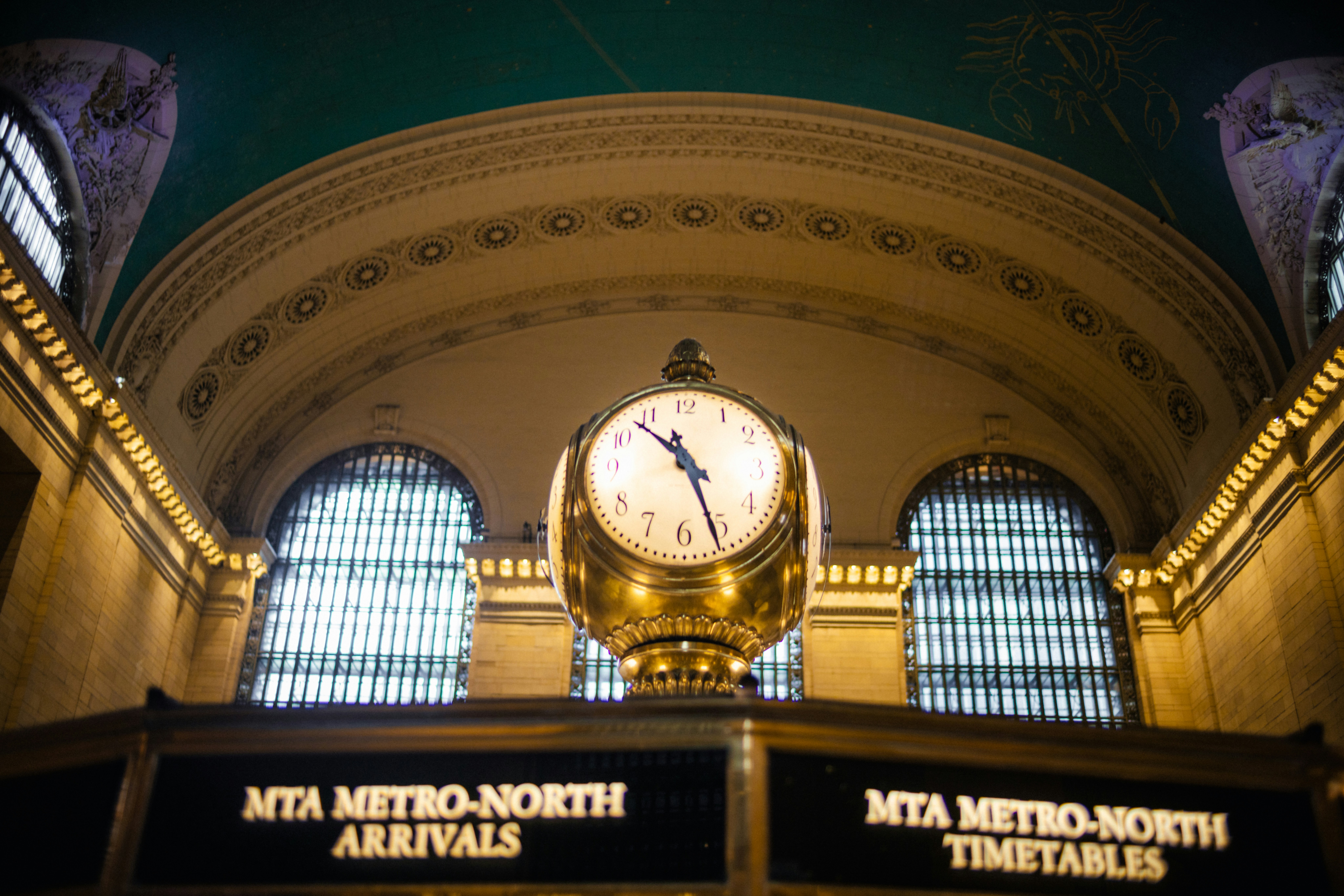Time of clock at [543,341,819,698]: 10:26
